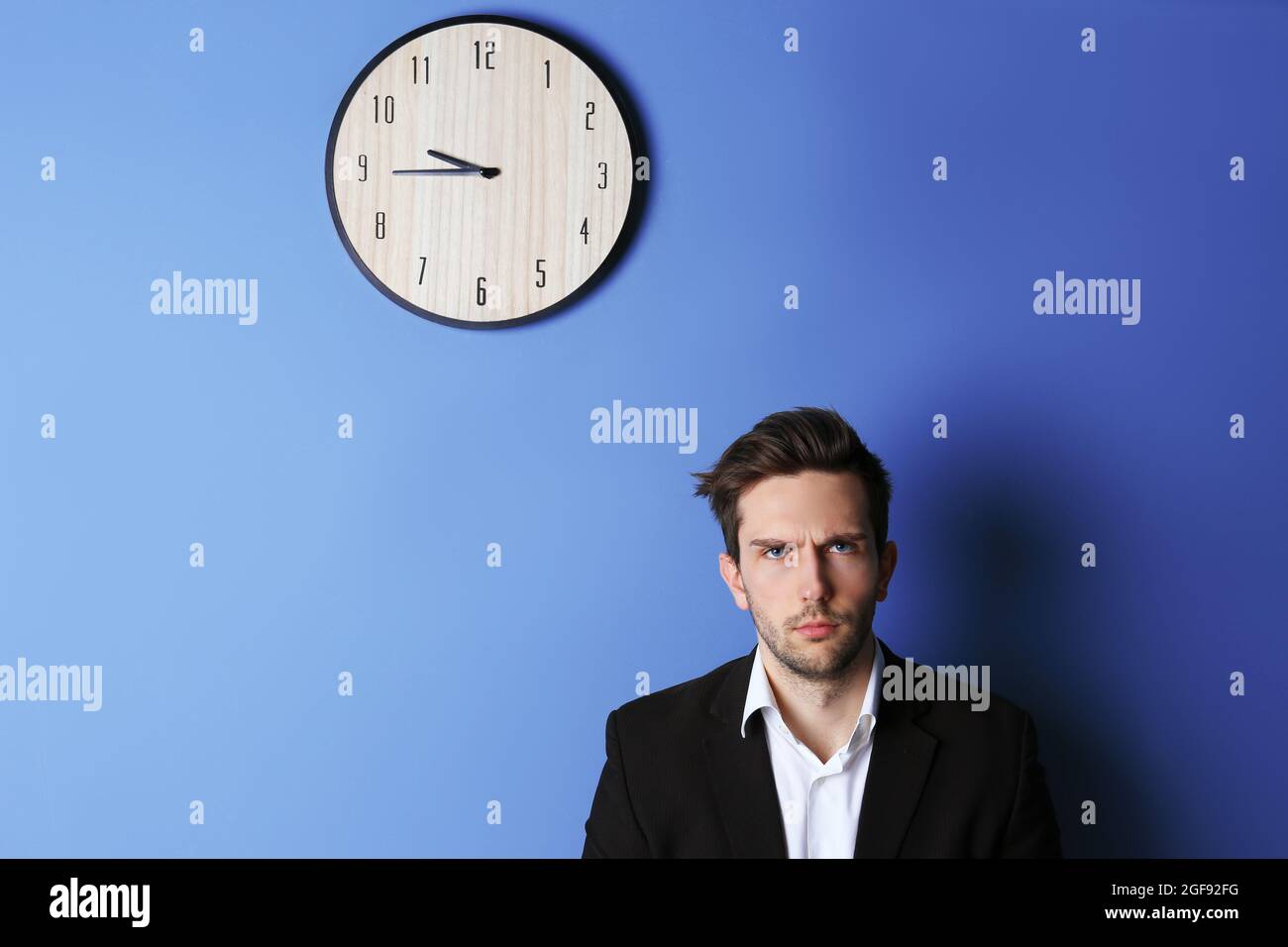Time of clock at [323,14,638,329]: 9:44
